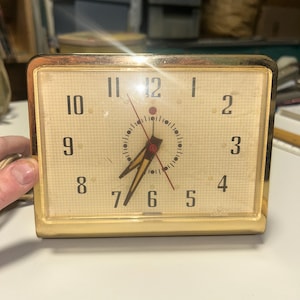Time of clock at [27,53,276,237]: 7:34
